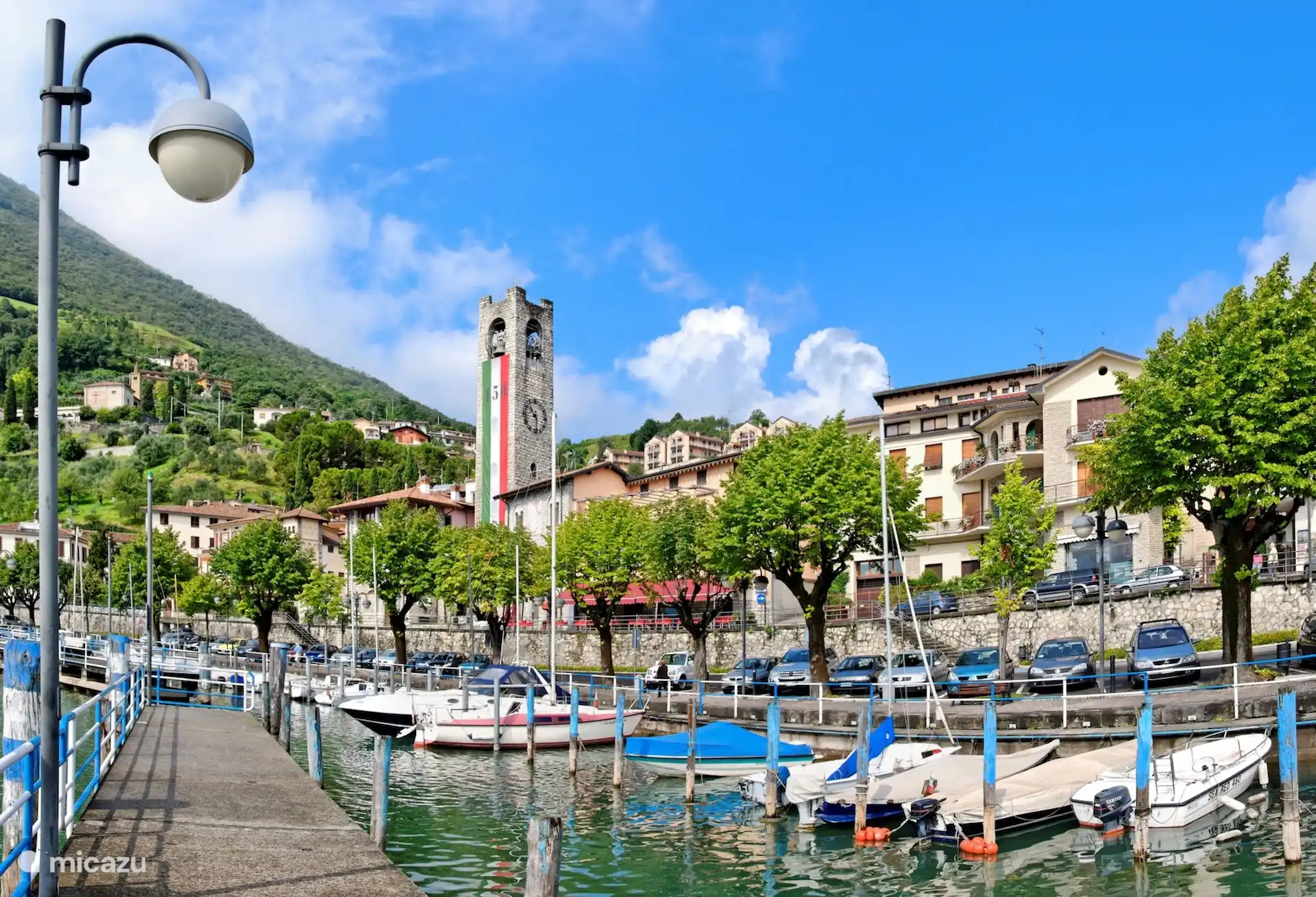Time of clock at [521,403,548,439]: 10:28
